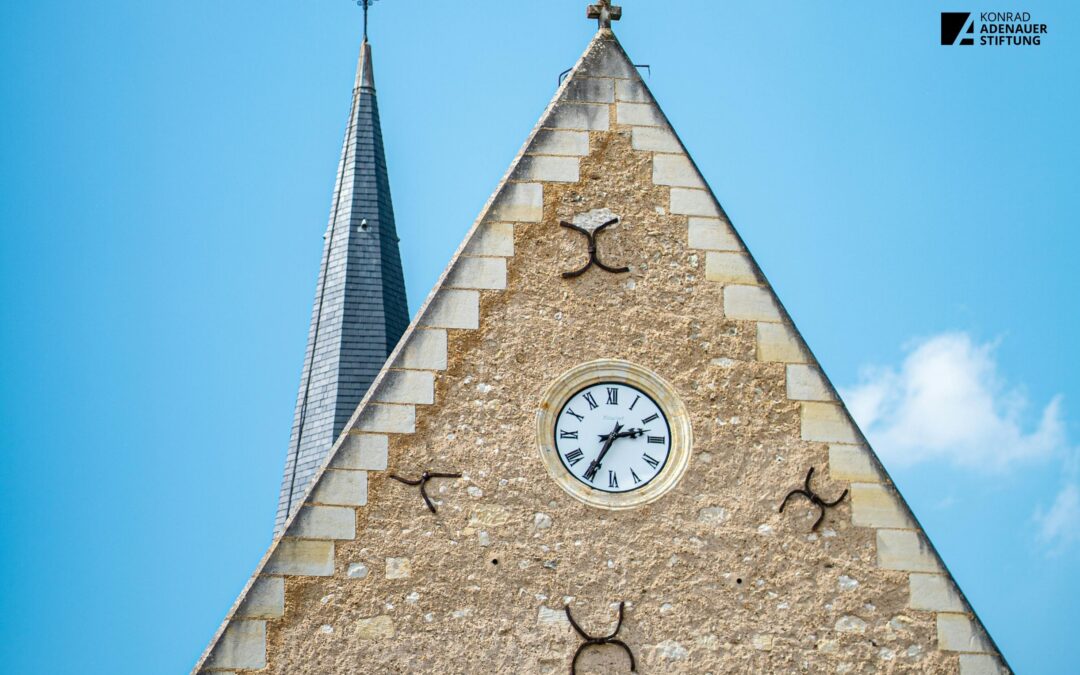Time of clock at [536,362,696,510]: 2:35
